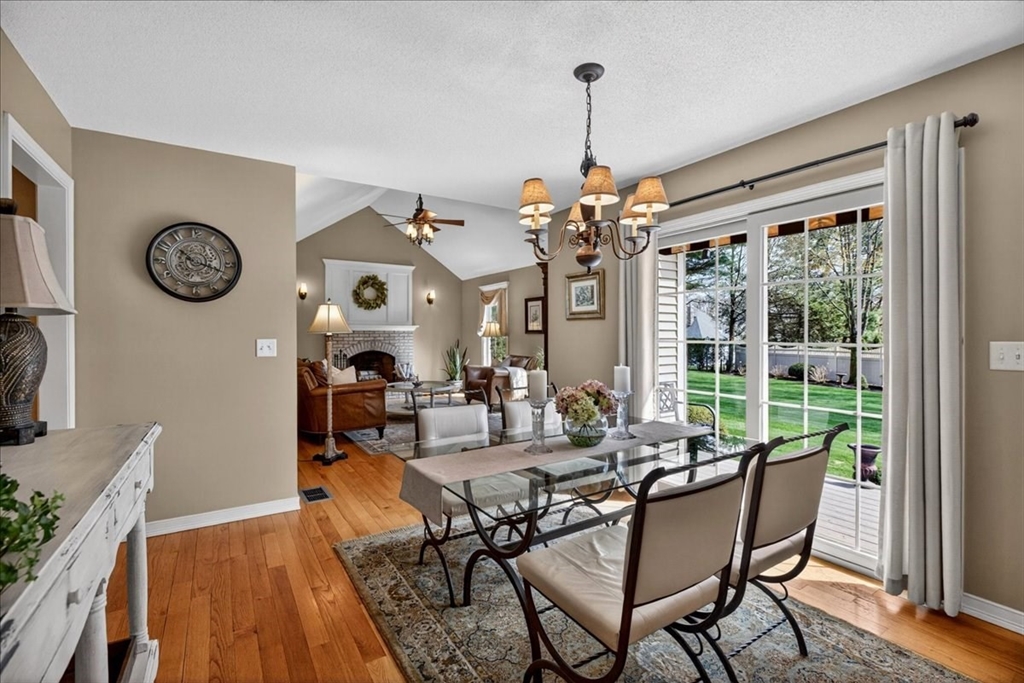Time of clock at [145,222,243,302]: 10:18
